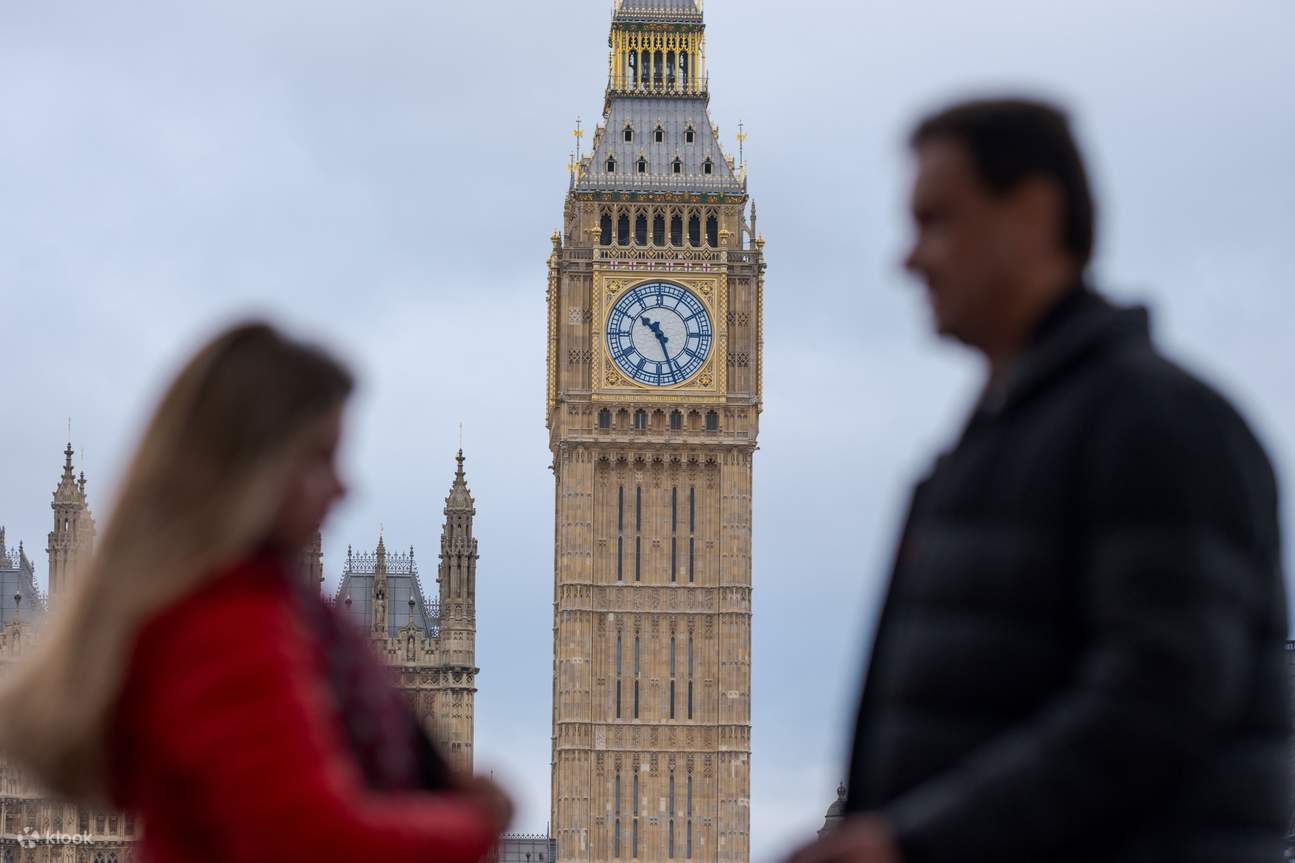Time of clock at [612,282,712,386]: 10:26
